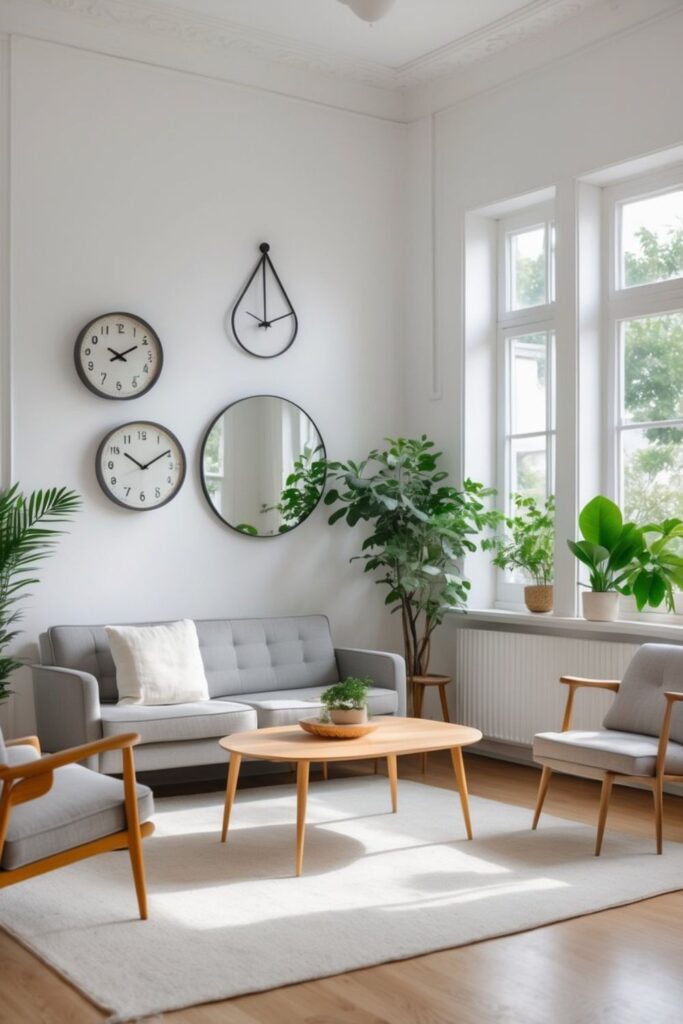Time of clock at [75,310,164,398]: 10:10
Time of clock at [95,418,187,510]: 10:09
